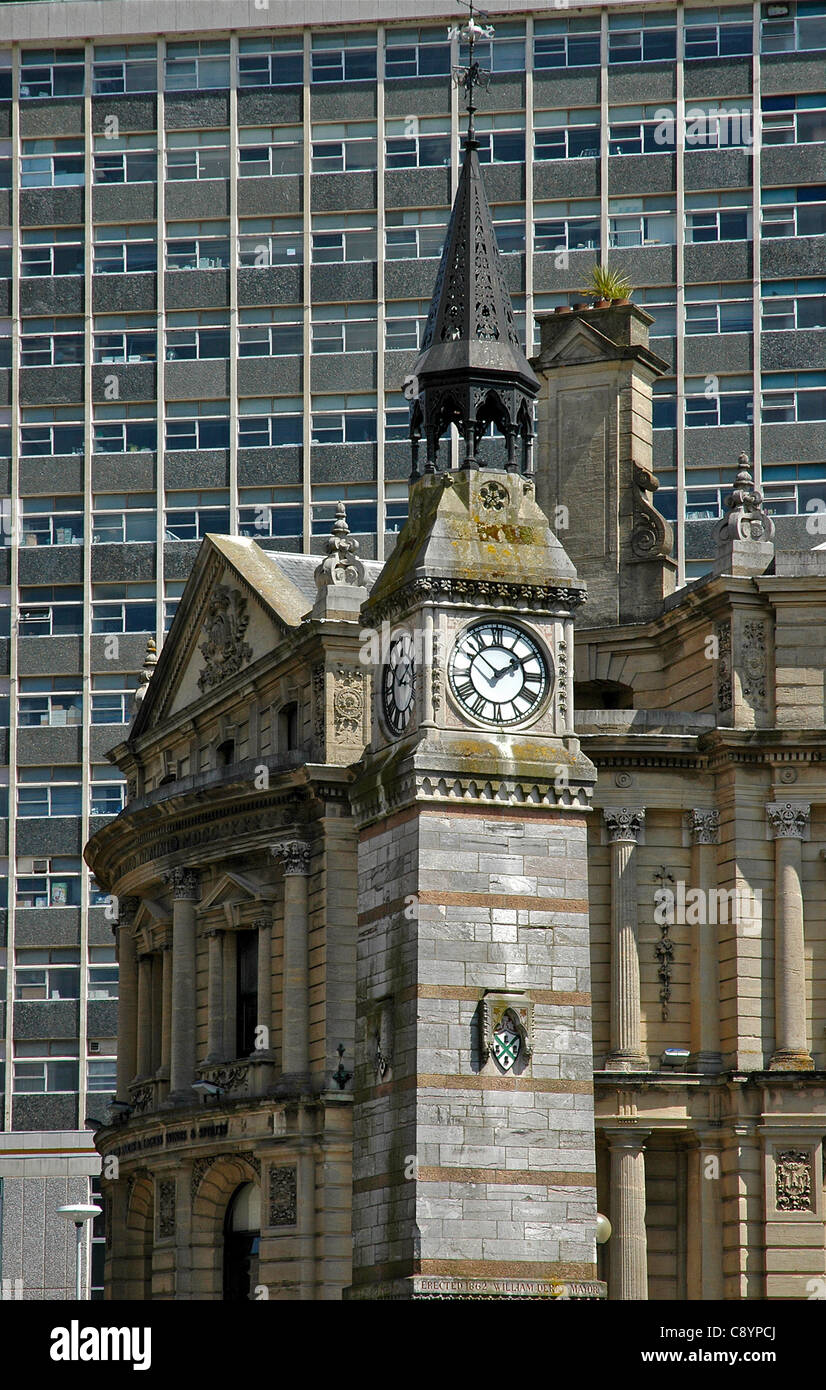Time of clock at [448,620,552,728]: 1:52
